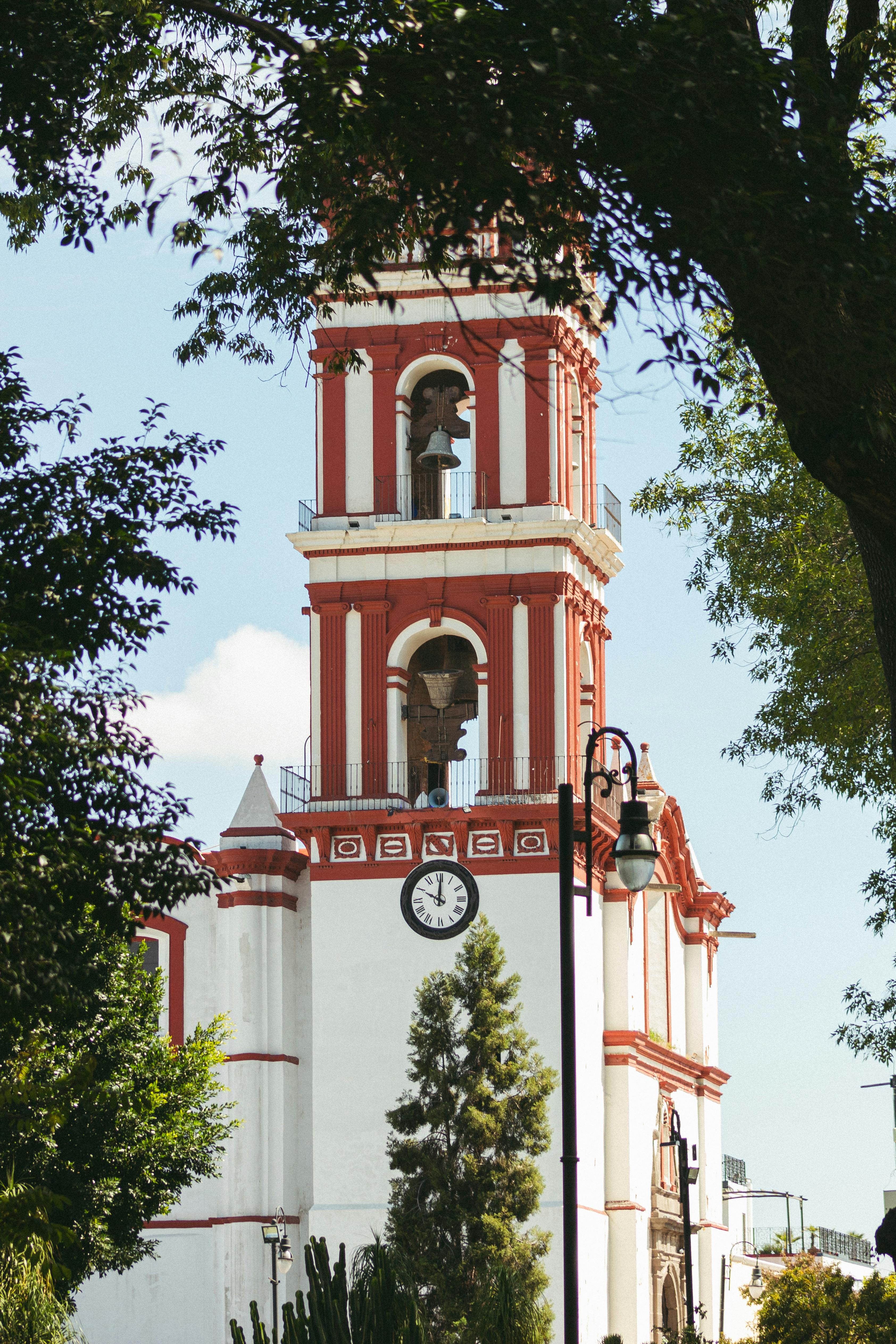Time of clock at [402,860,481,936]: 10:00
